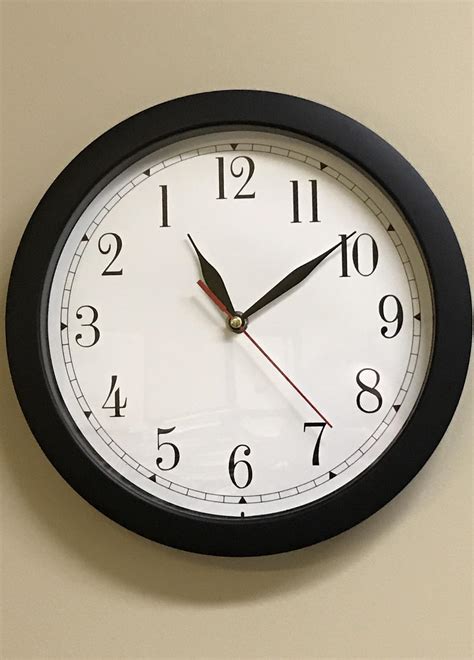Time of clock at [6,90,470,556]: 11:09
